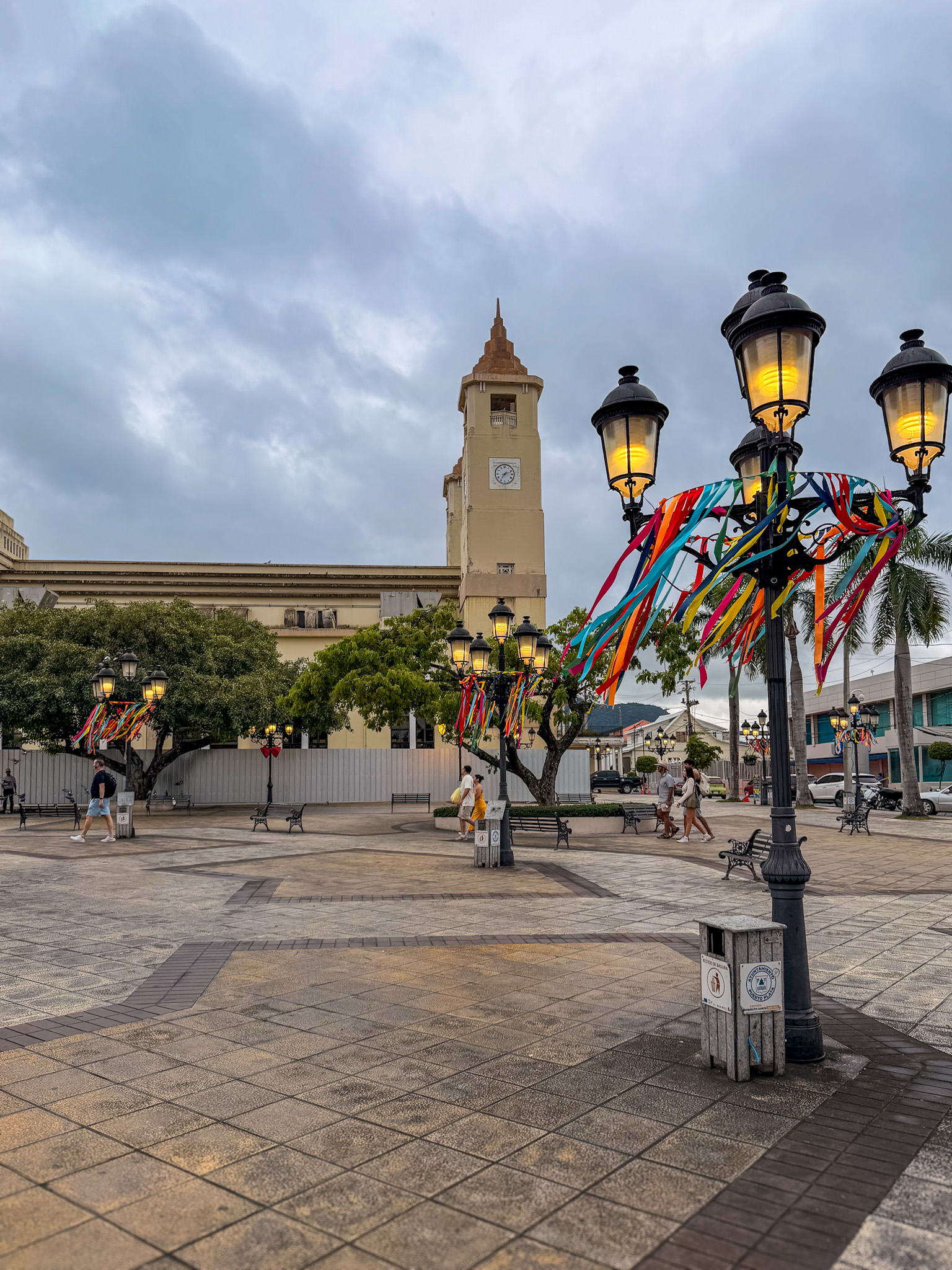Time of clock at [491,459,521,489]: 7:11
